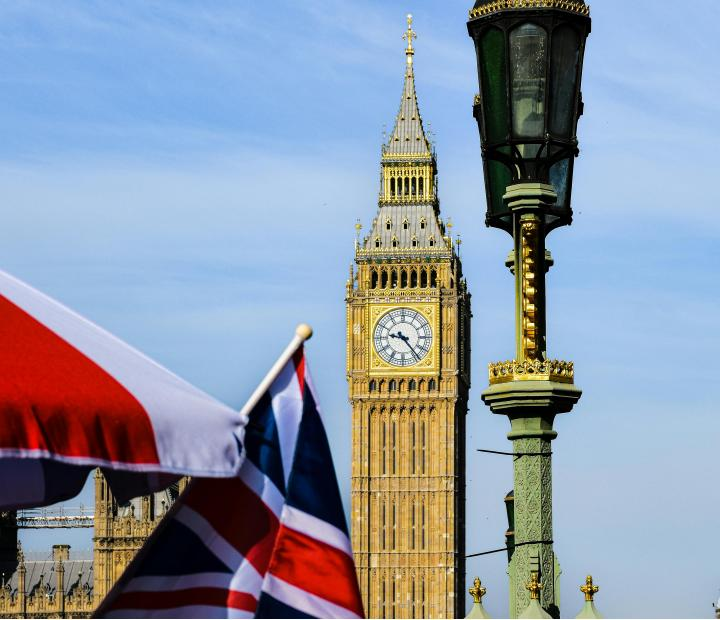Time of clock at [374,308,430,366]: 9:23
